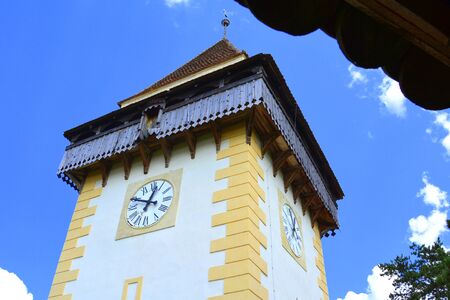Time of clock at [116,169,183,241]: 12:49
